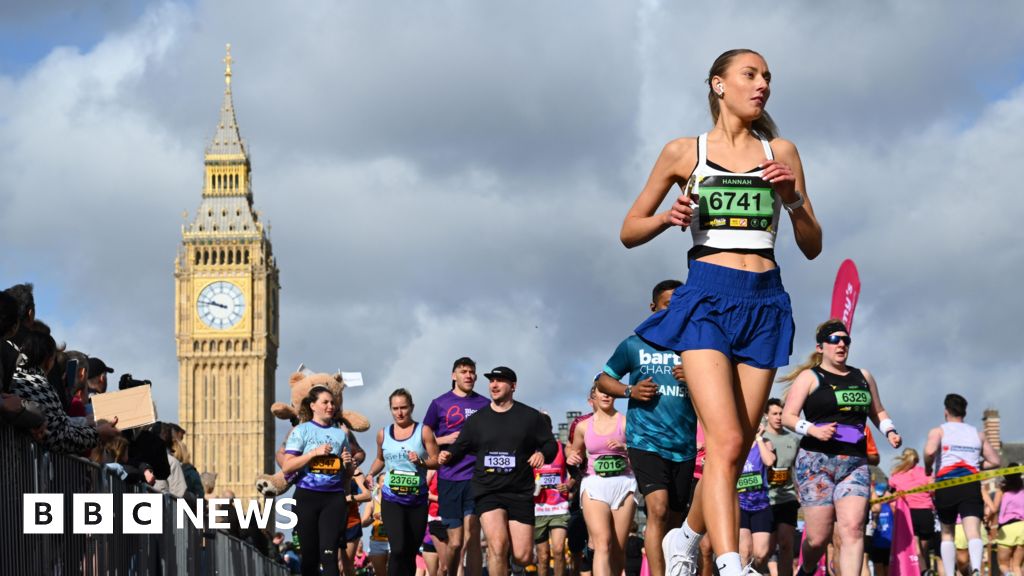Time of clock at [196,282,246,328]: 9:47
